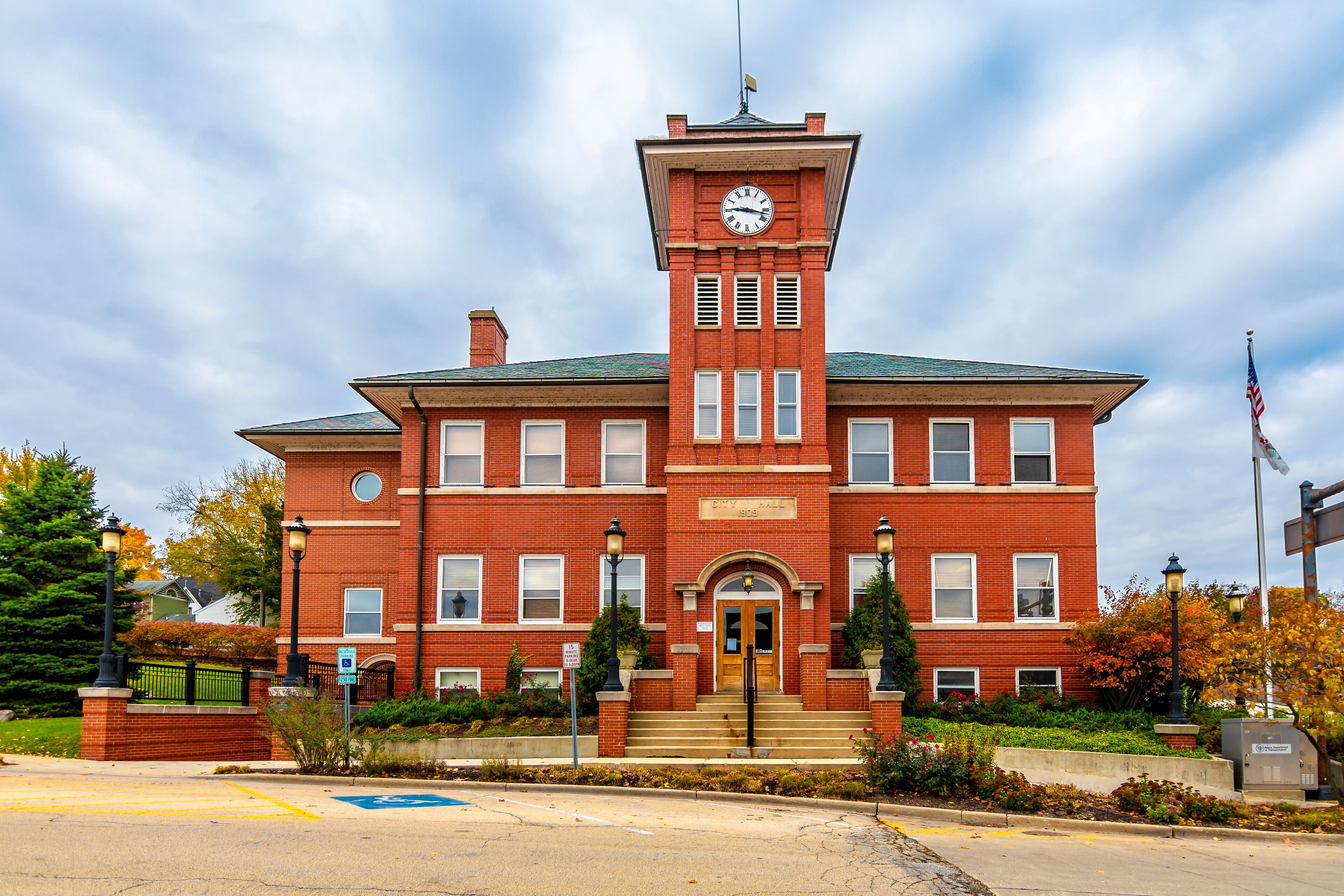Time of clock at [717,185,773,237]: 9:17
